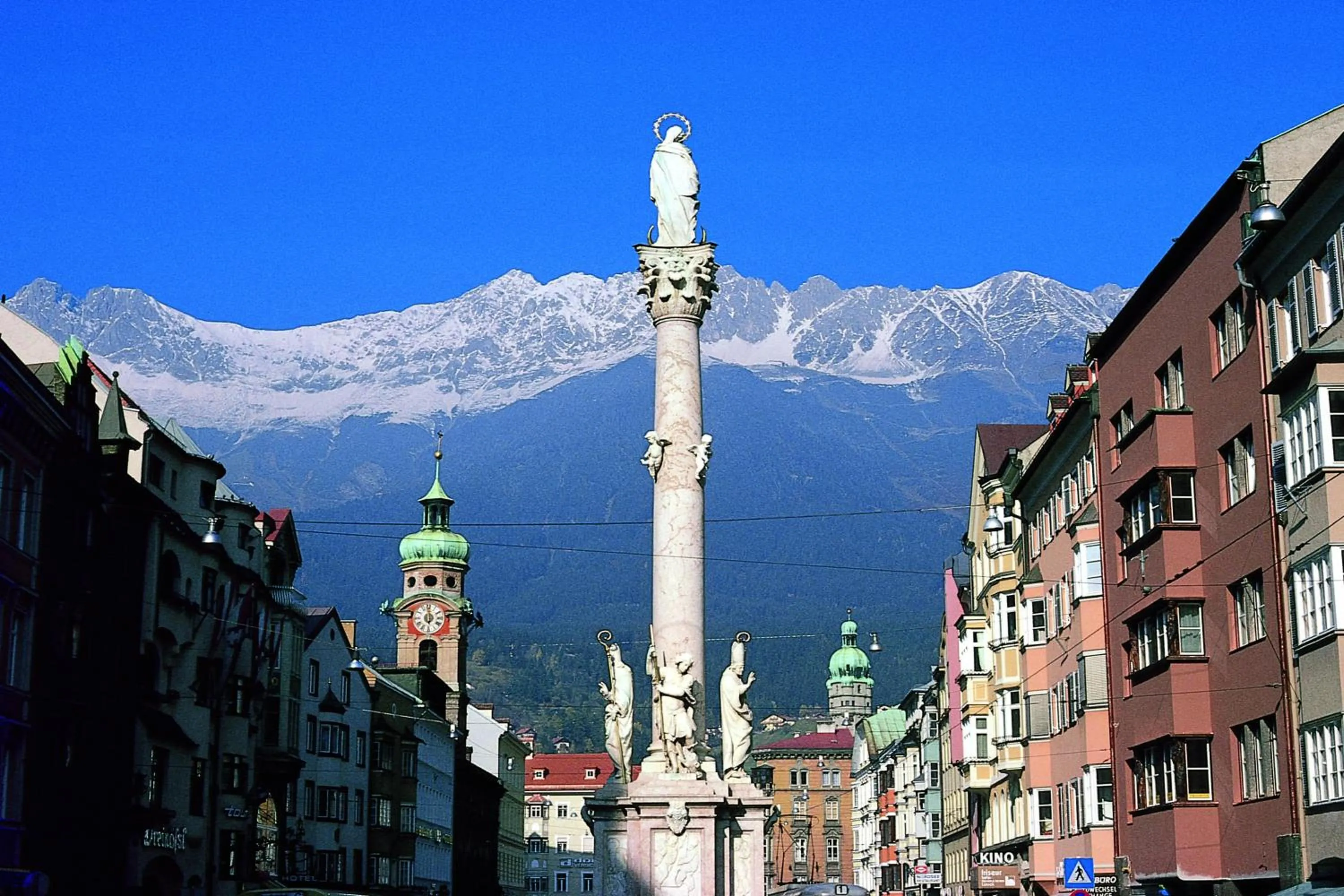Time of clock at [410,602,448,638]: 5:59
